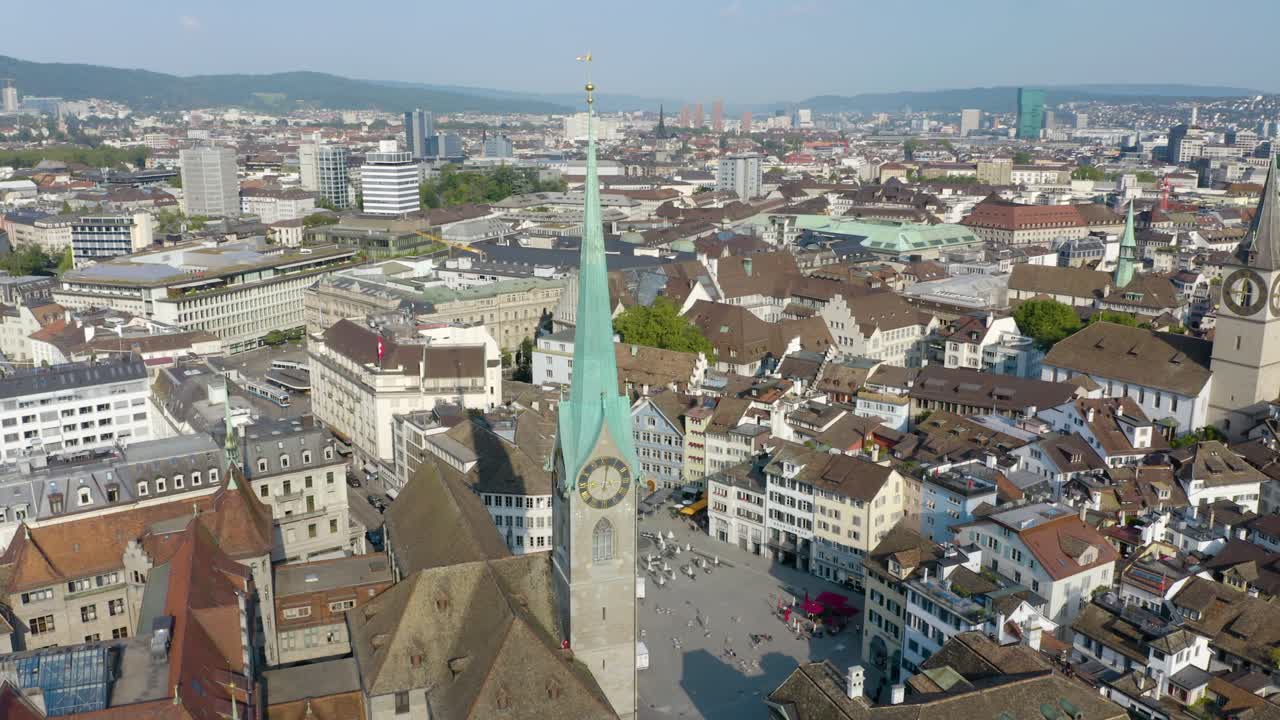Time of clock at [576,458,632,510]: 5:59
